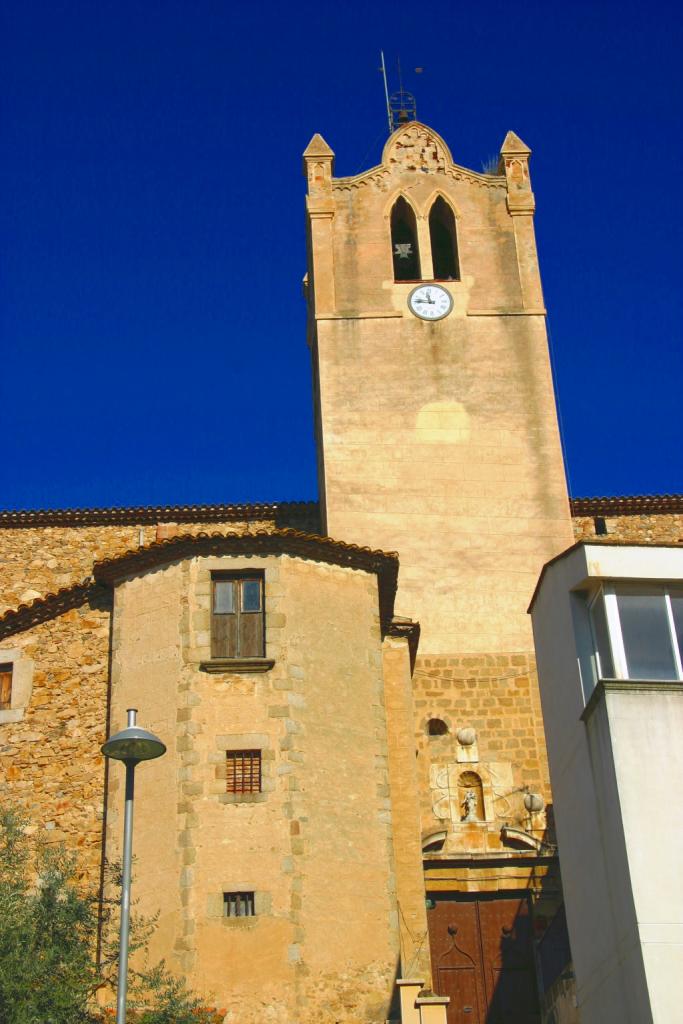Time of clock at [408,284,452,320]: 11:46
